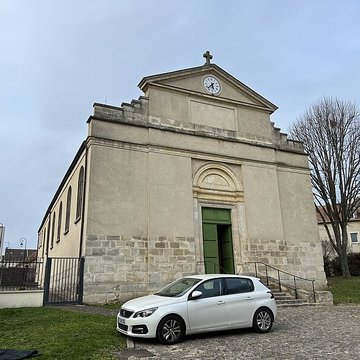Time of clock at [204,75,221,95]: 5:37
